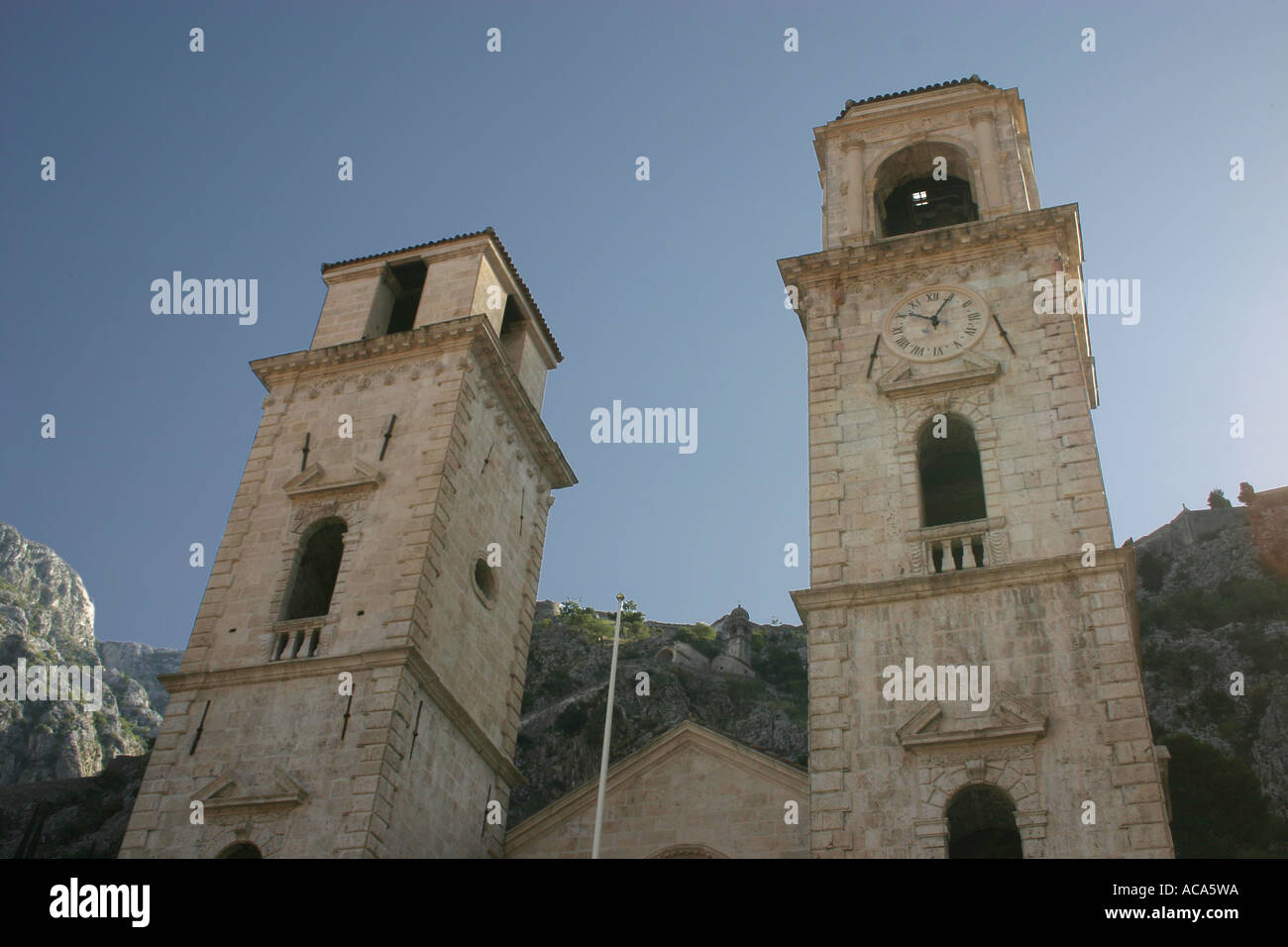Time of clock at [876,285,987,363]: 10:05
